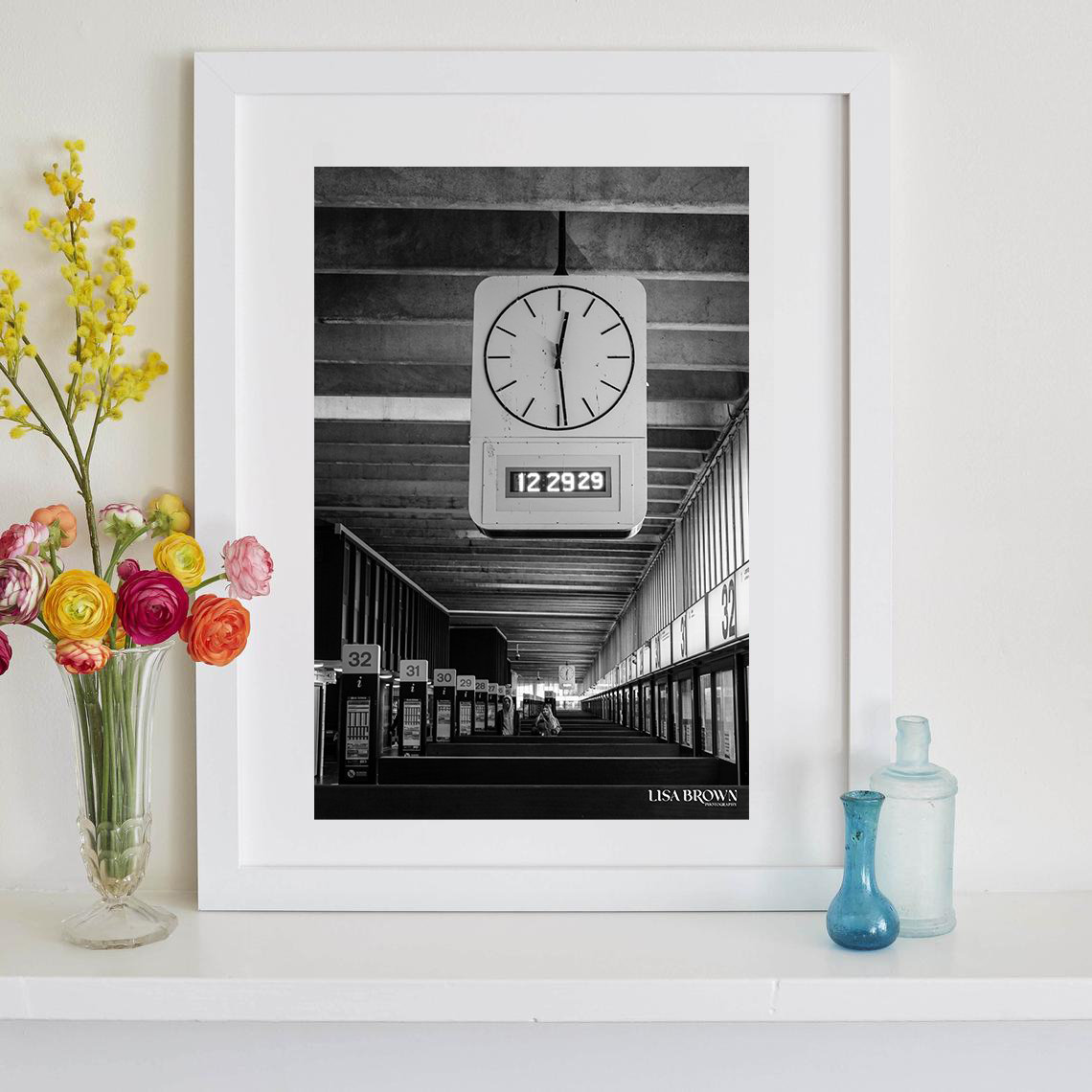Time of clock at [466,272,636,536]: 12:28
